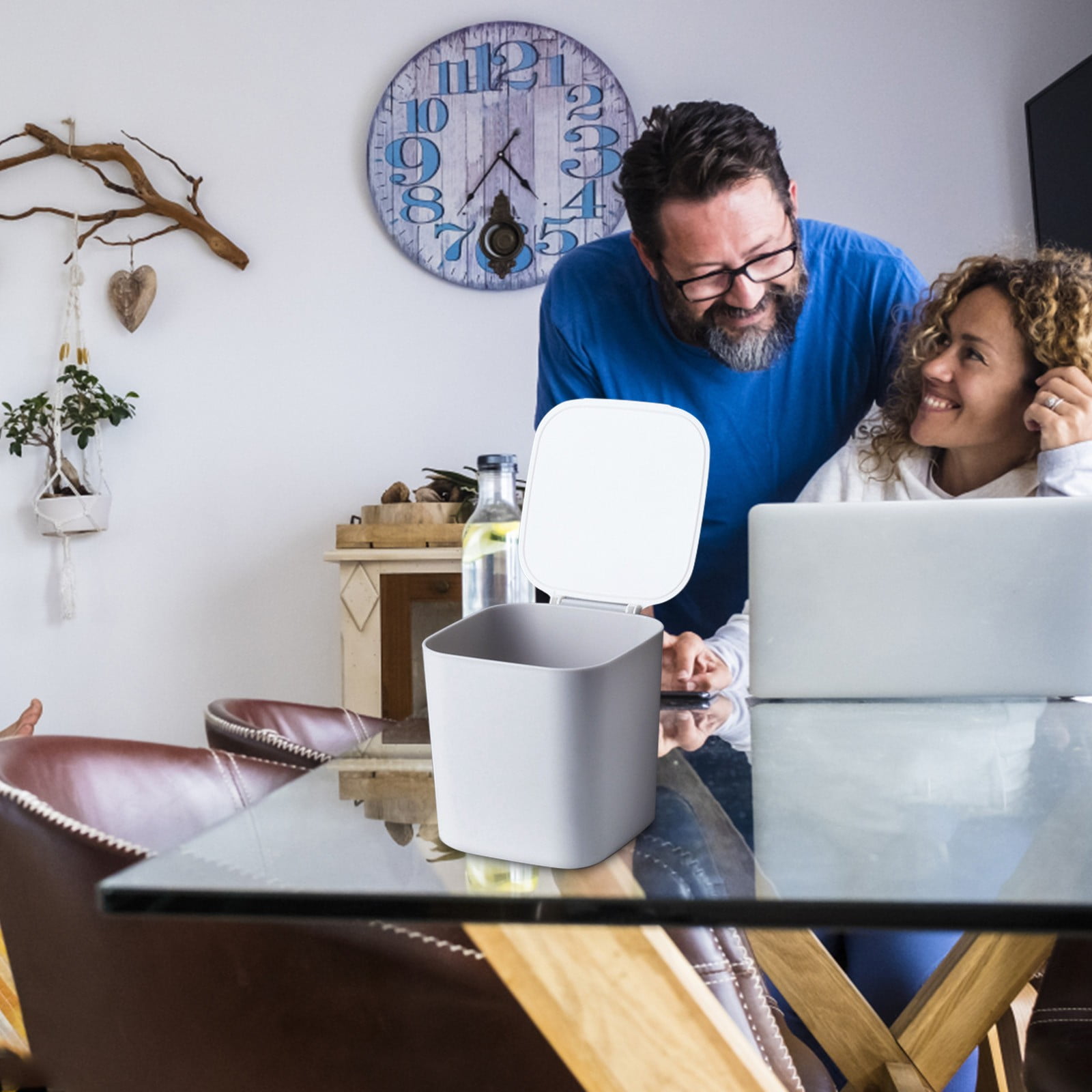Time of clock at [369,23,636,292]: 4:36
